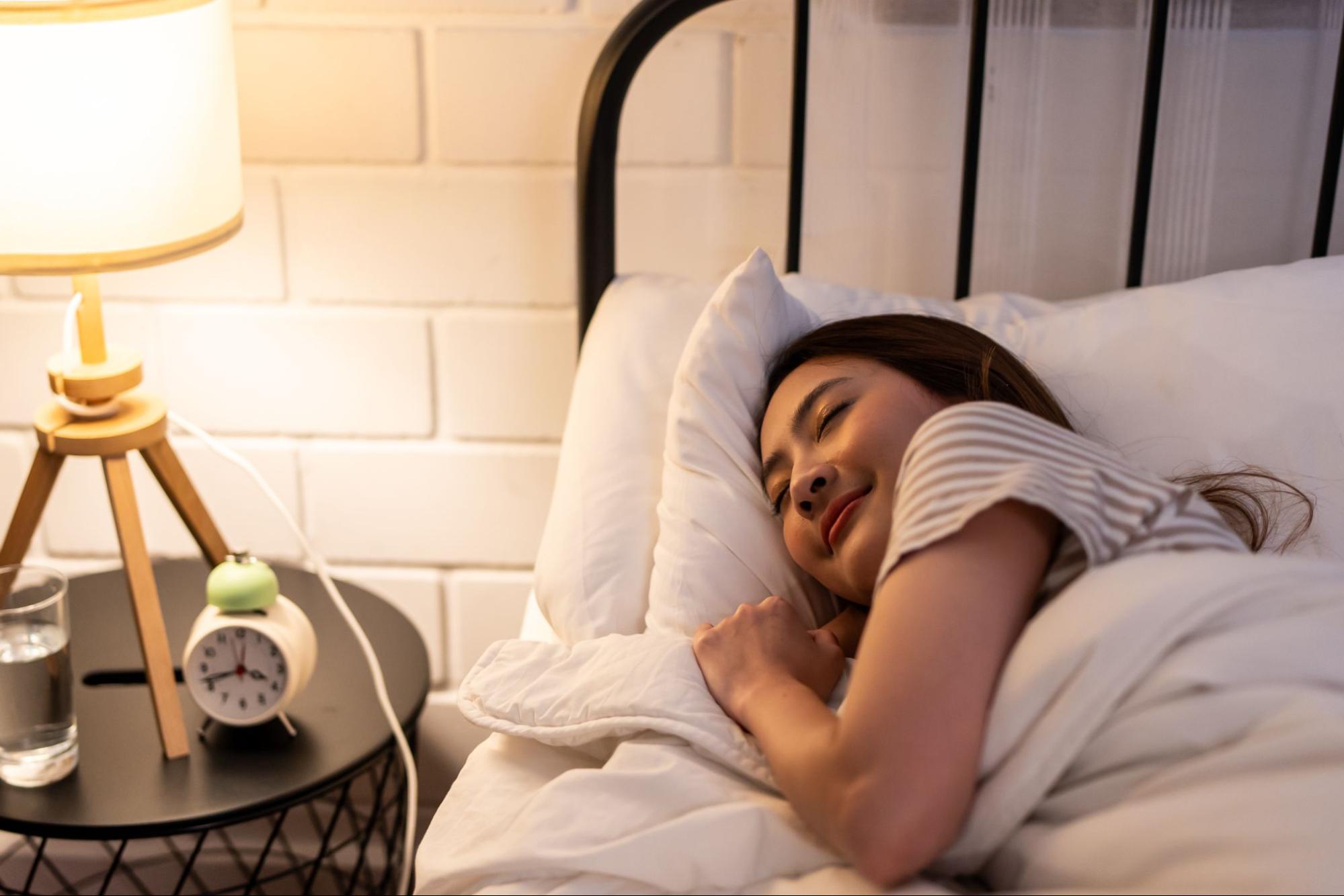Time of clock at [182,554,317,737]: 3:42
